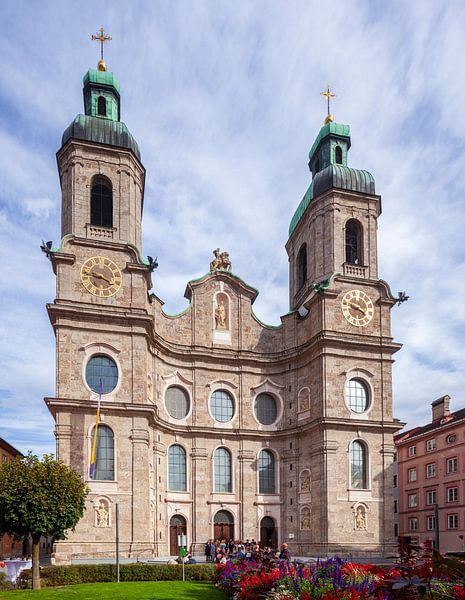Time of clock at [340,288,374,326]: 3:47
